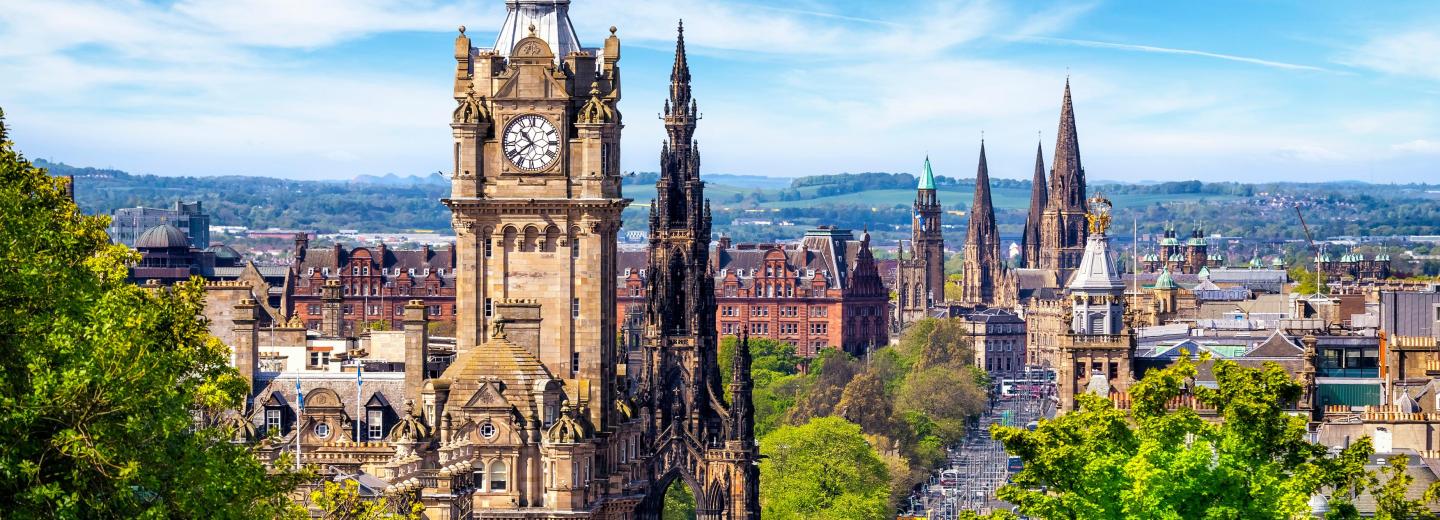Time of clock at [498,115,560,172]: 10:38
